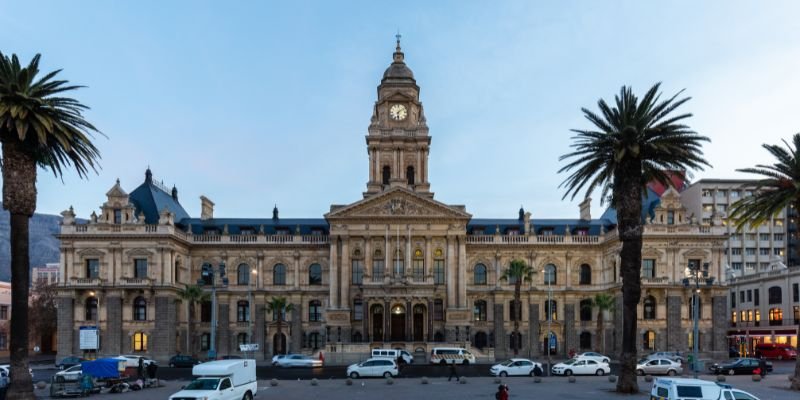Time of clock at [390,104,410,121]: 6:08
